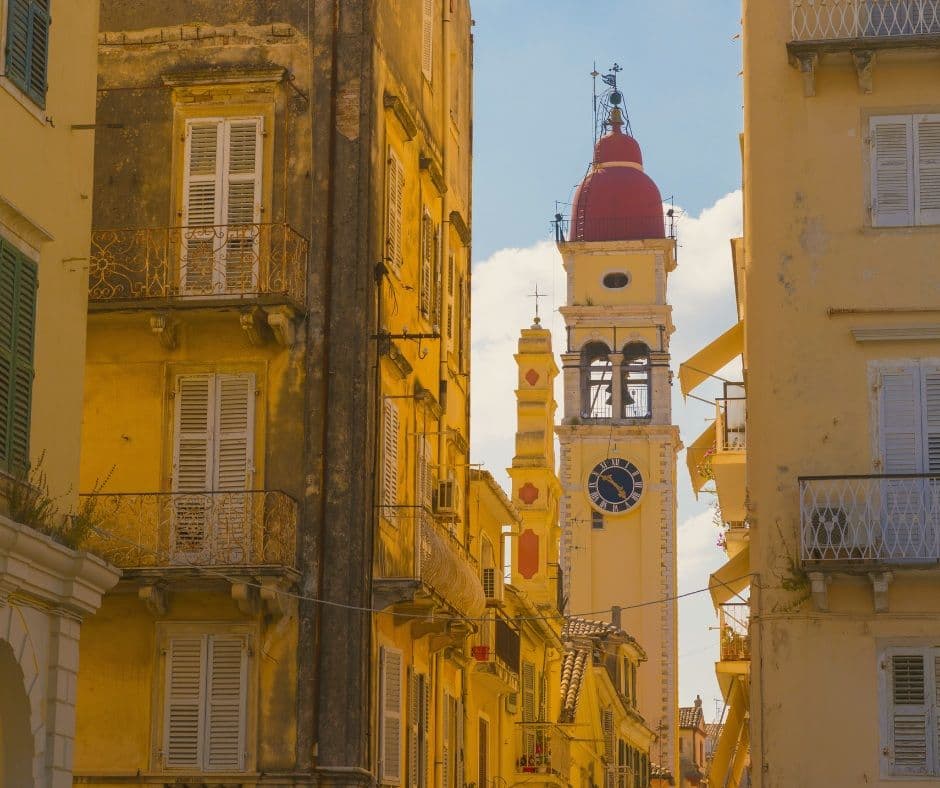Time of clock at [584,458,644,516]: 4:50
